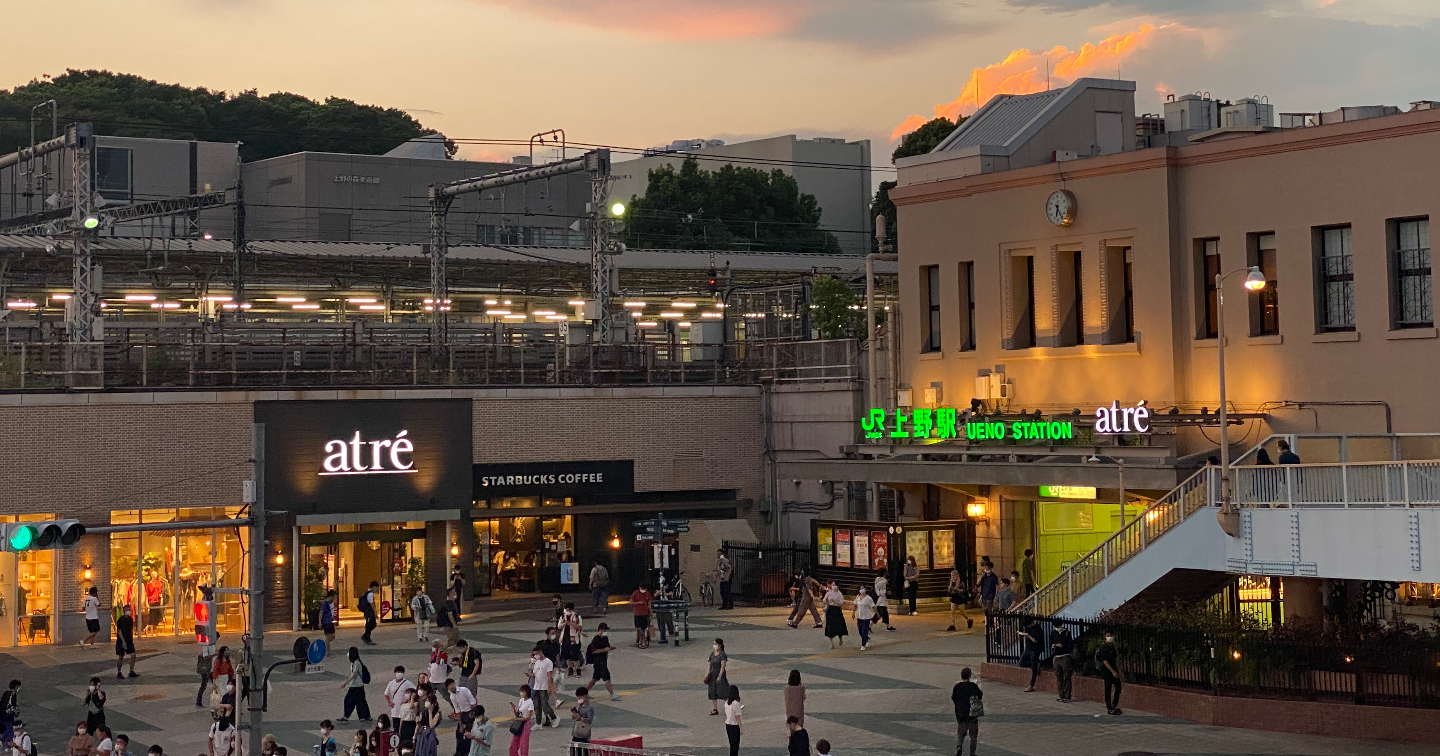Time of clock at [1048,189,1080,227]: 6:24
